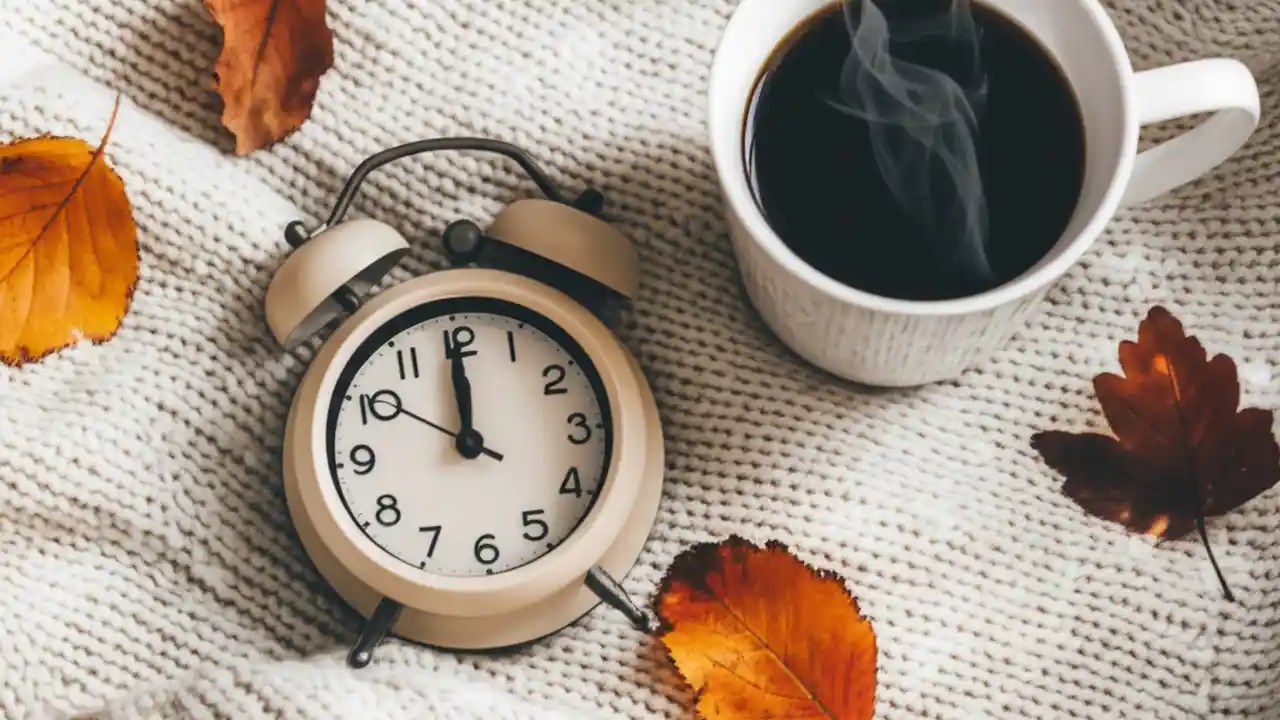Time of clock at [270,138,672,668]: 11:59
